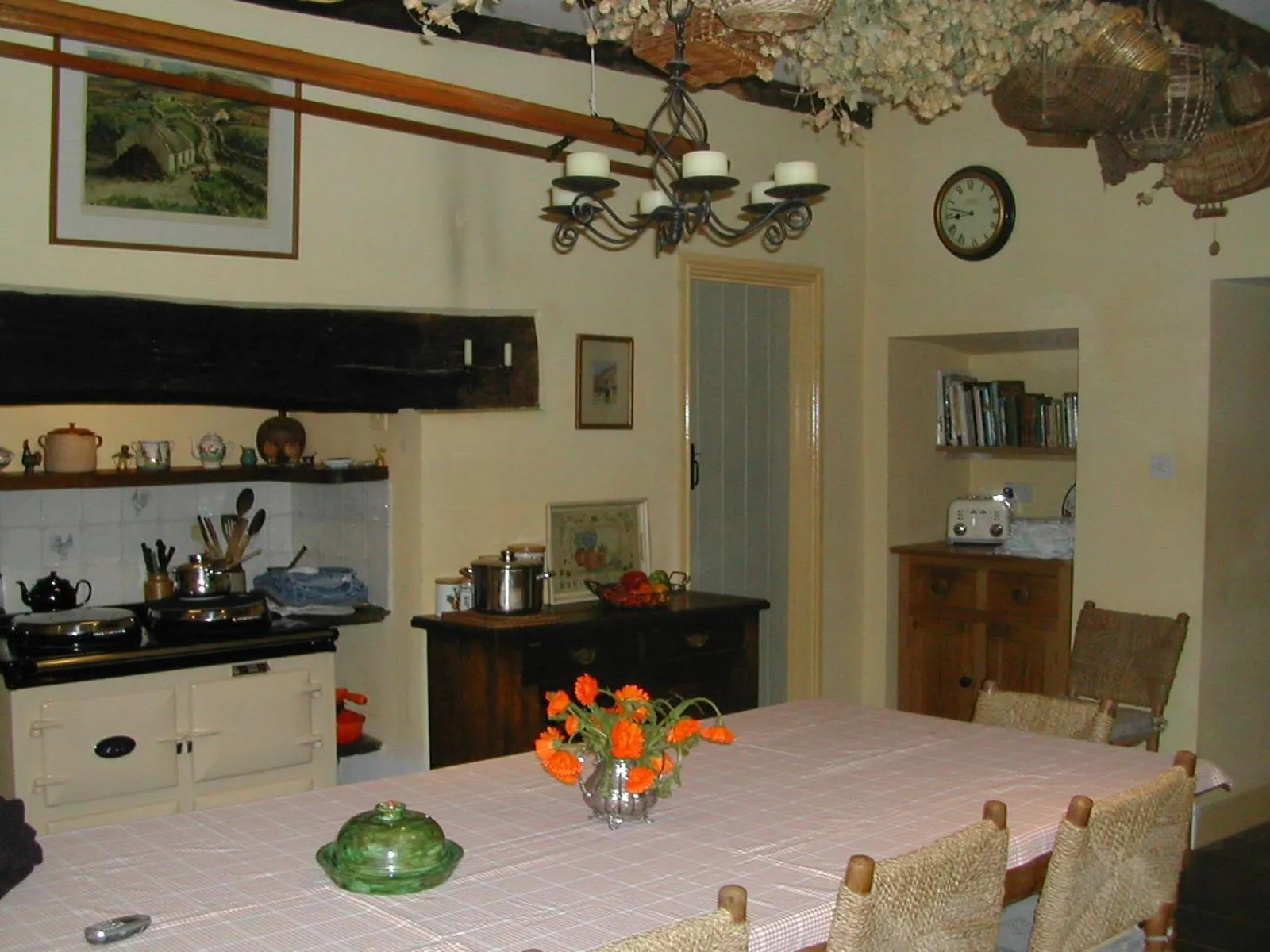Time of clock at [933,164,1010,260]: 8:47
